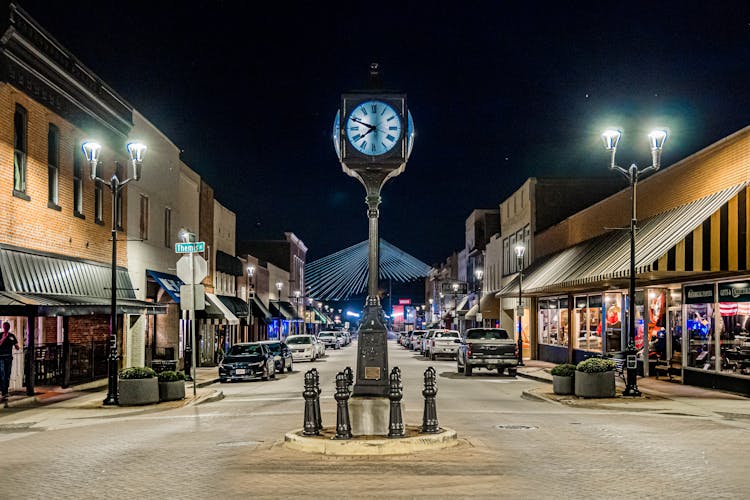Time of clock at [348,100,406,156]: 7:48
